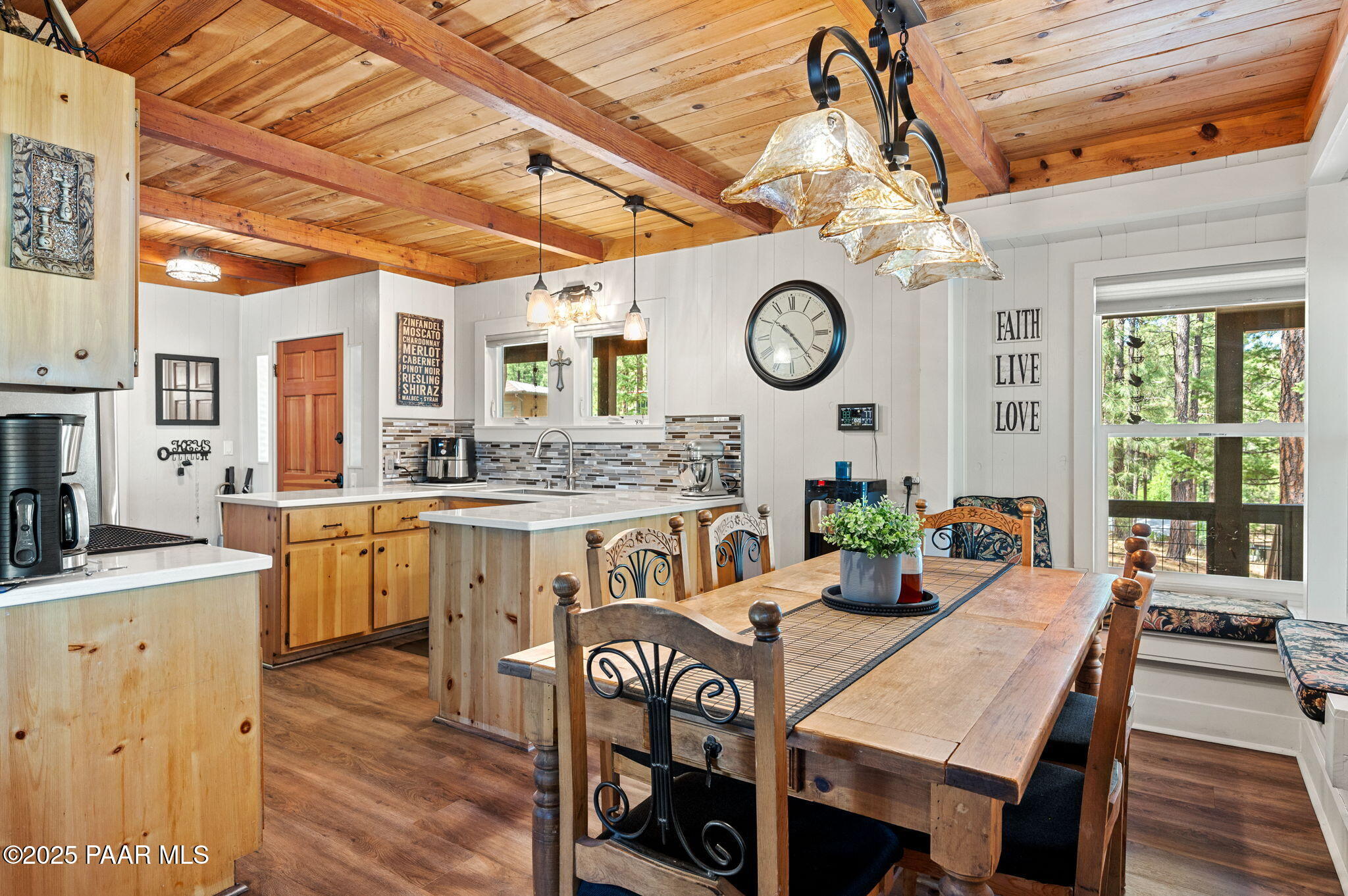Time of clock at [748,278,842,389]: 10:23
